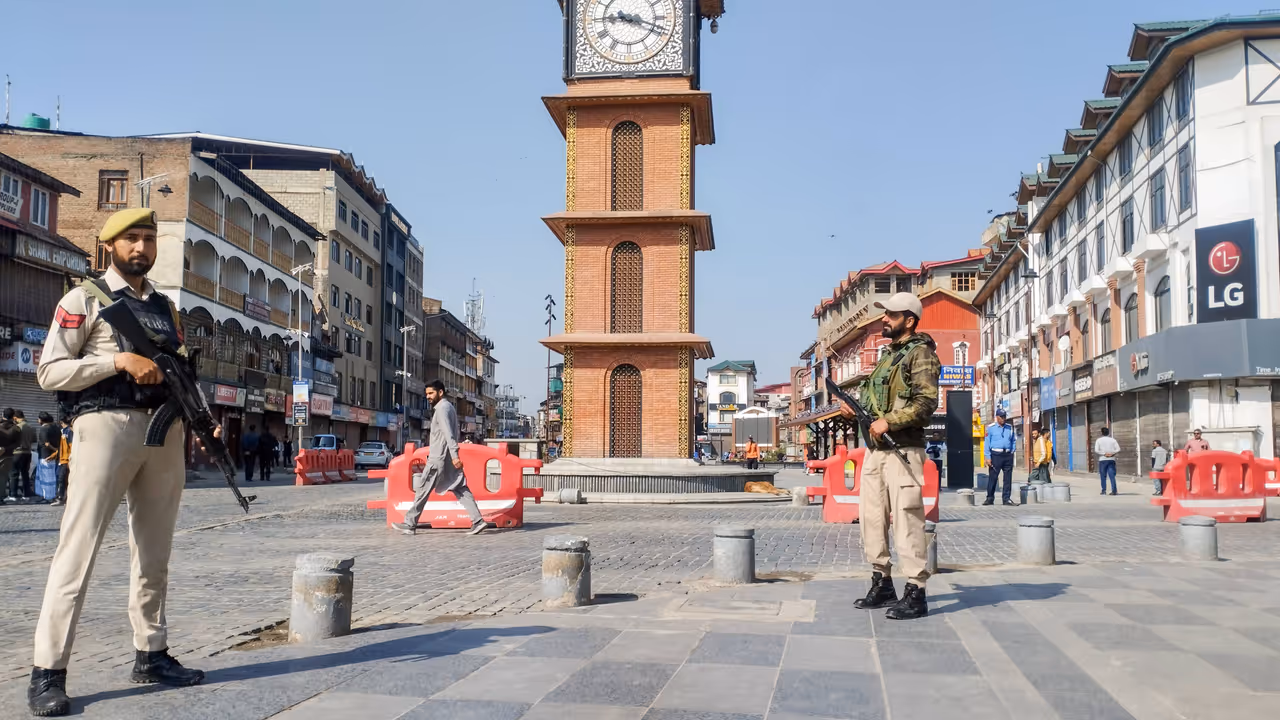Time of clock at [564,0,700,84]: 9:18
